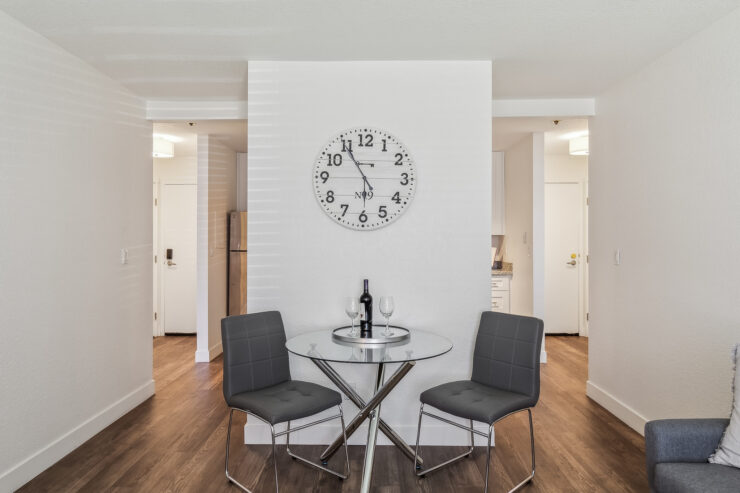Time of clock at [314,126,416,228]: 5:54
